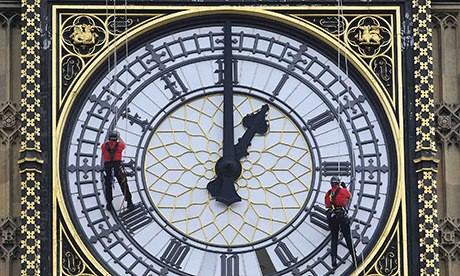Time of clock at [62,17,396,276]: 1:00
